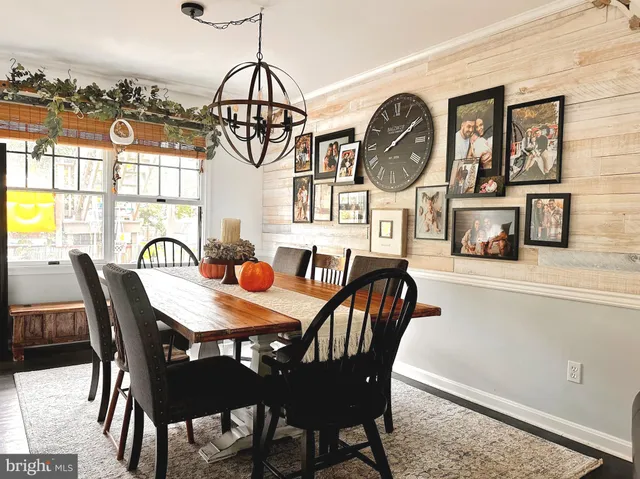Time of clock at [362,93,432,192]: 8:09
